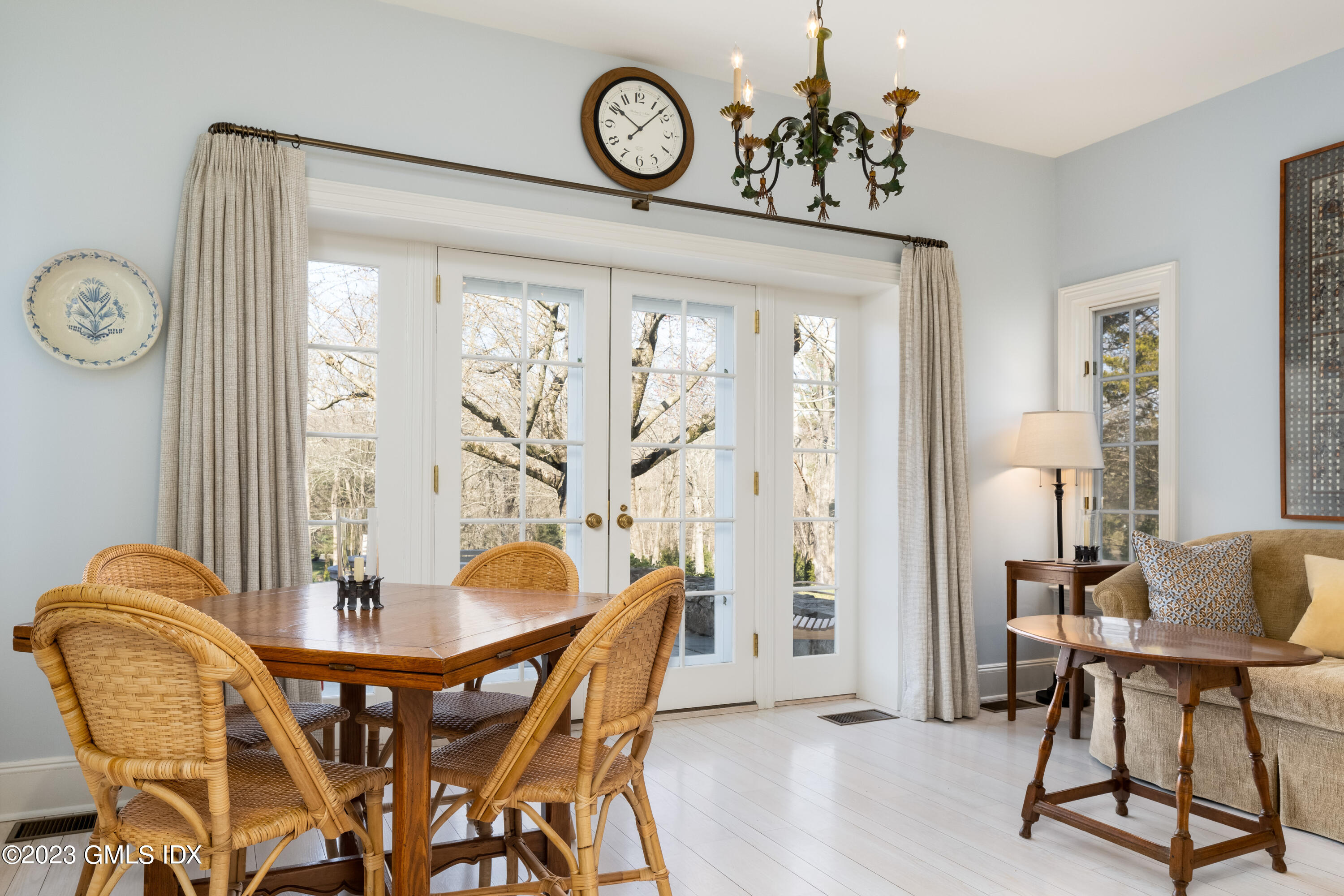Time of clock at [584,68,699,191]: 10:07
